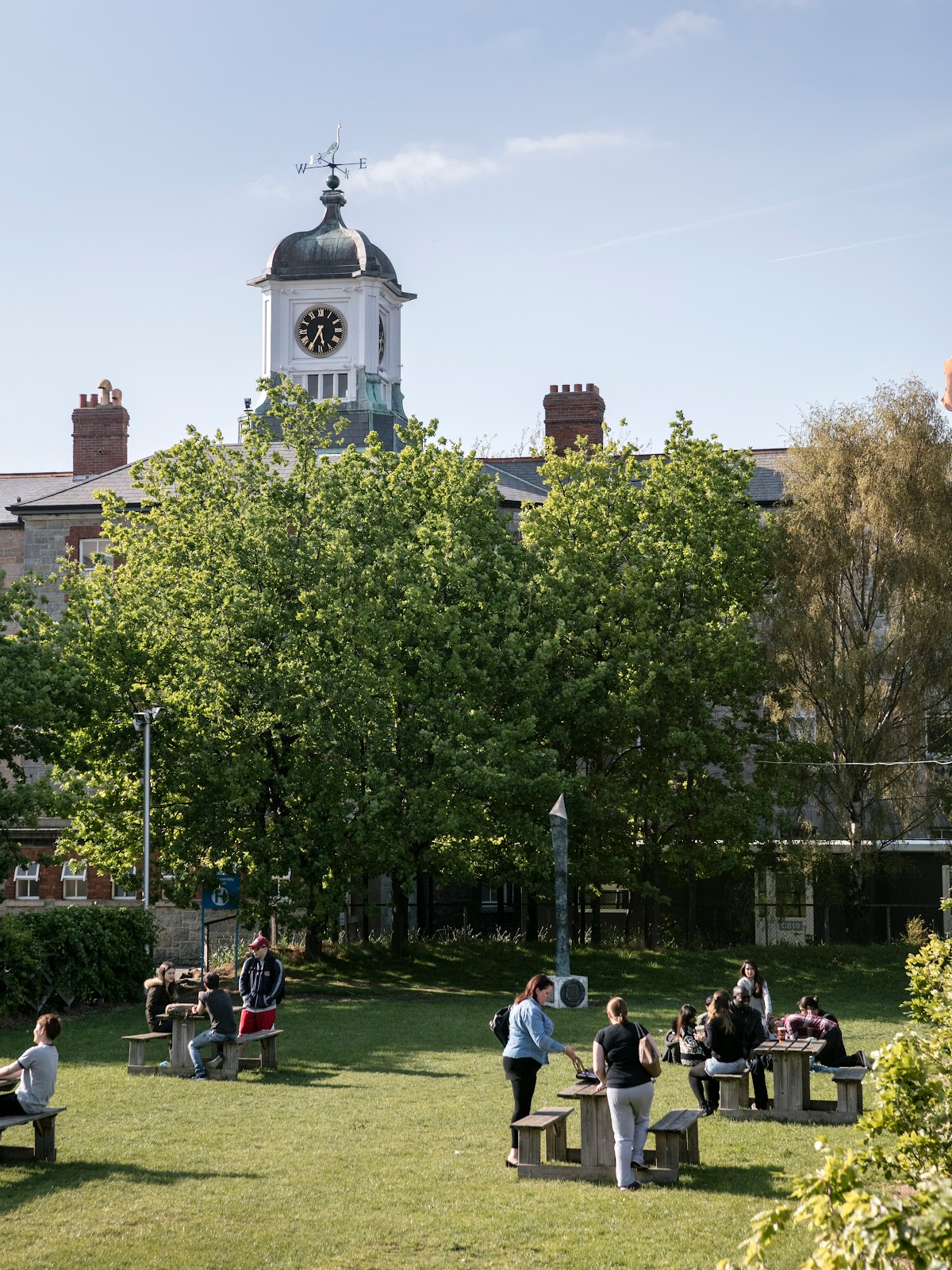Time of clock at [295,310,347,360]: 5:34
